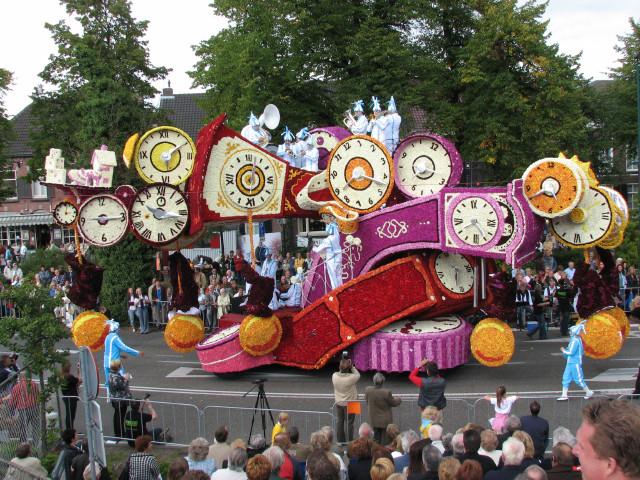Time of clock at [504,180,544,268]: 4:40
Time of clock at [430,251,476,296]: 6:32
